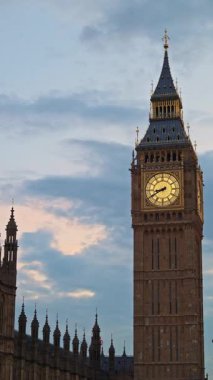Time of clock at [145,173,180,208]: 8:40
